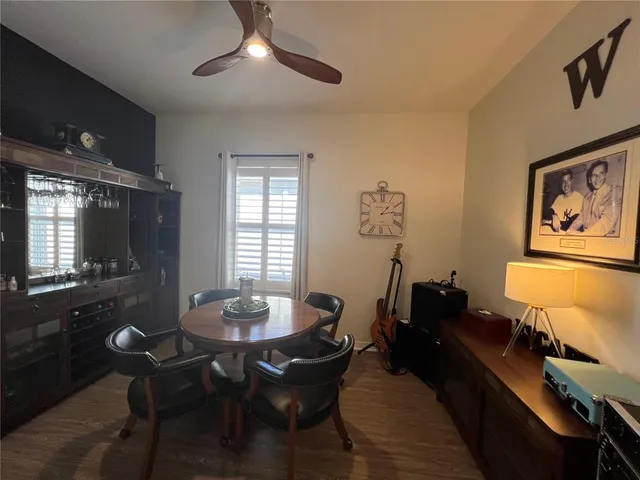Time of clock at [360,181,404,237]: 1:13
